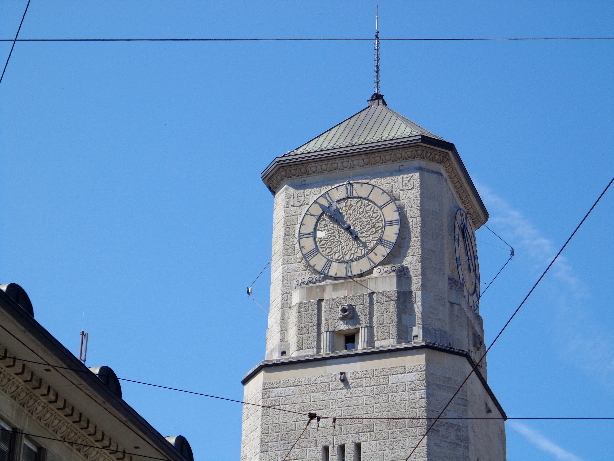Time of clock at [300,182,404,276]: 10:22
